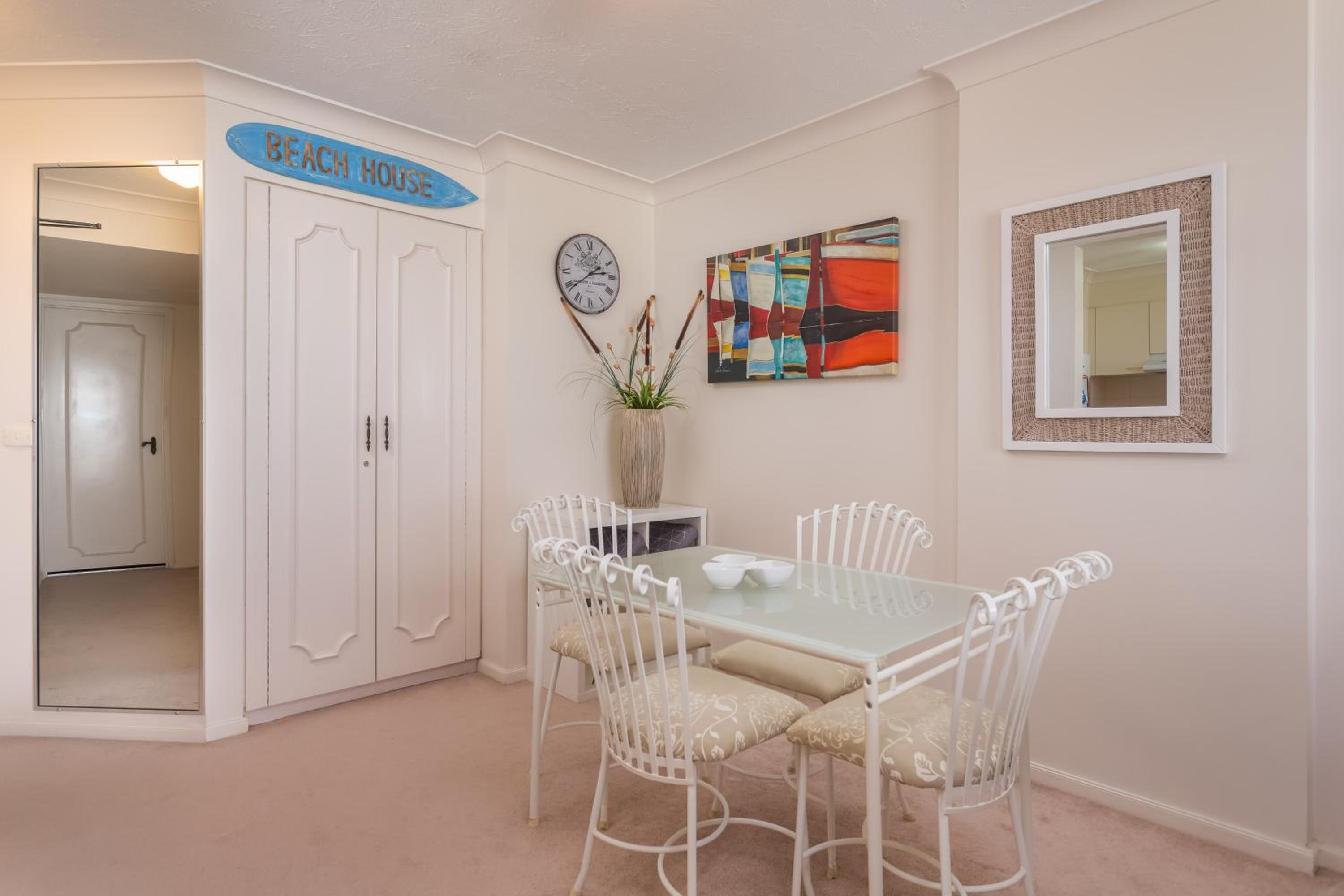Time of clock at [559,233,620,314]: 2:39
